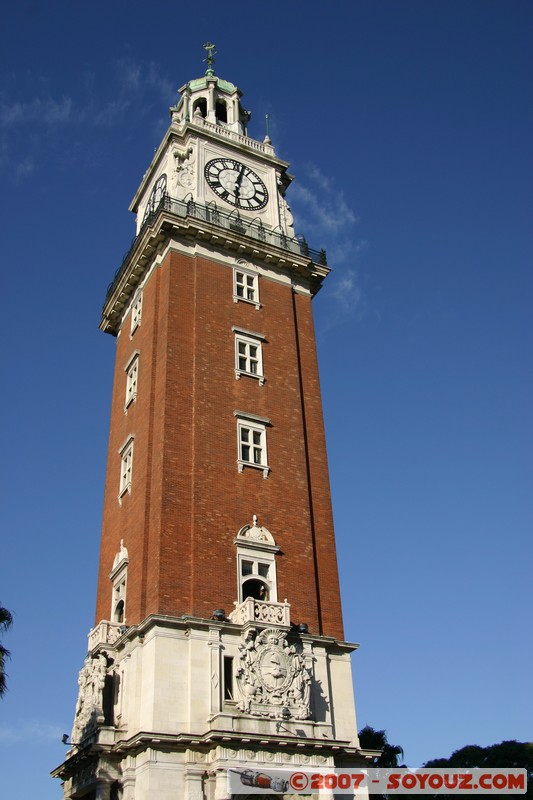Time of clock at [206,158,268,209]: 6:02
